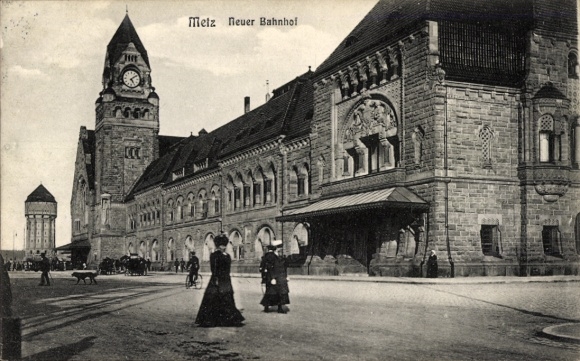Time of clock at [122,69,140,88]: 5:08
